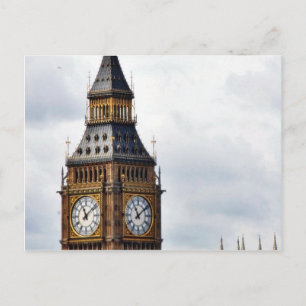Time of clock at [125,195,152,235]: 11:08
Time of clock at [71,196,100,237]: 11:08
